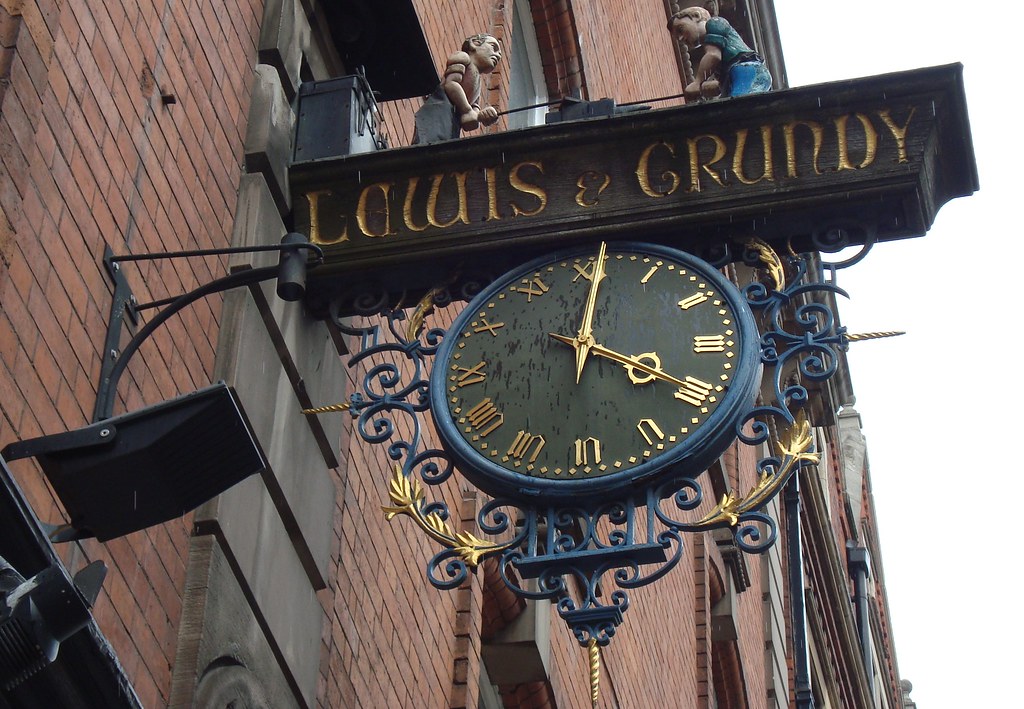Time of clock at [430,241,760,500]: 4:00
